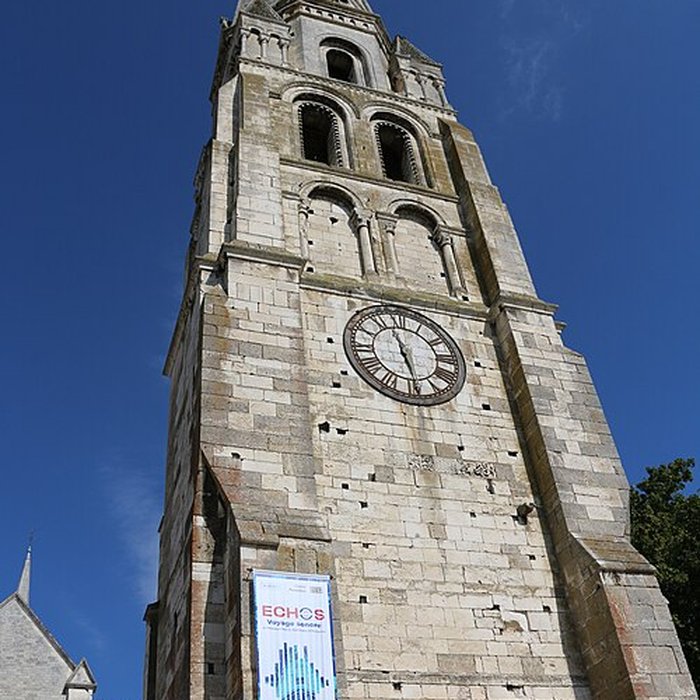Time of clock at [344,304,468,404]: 11:28
